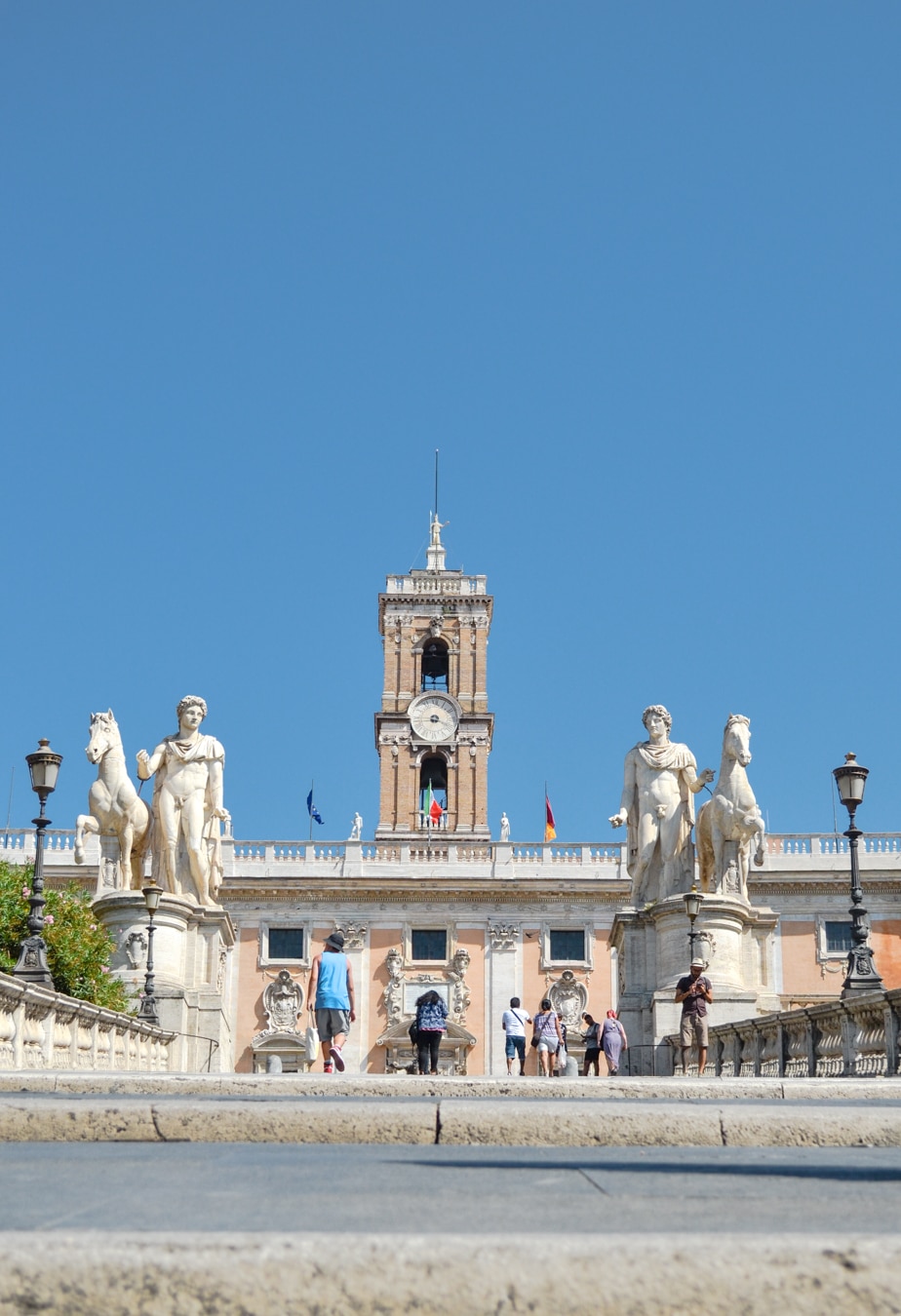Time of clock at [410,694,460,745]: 3:43
